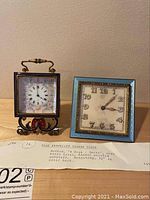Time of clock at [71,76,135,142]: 3:07
